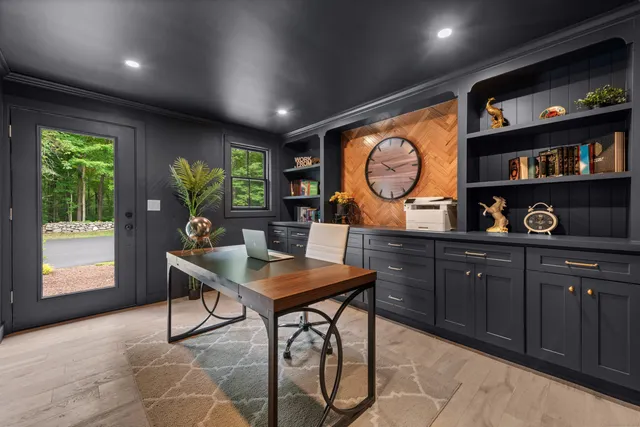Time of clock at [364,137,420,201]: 10:13
